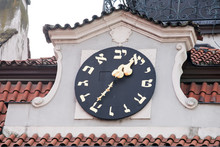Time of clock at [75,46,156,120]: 1:36
